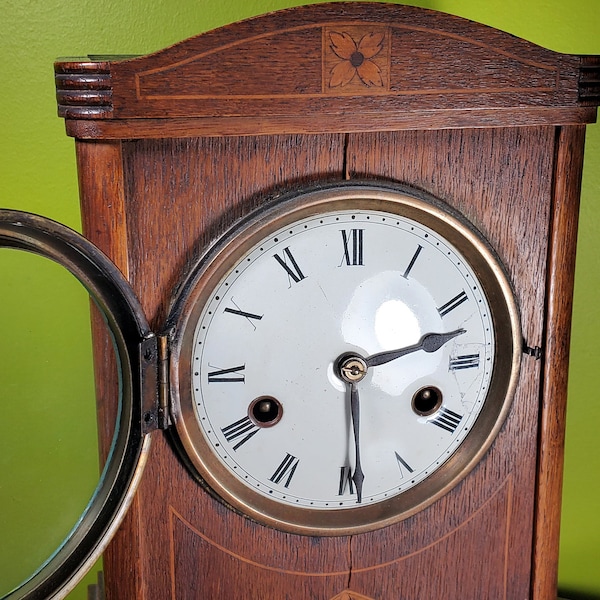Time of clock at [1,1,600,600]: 2:29
